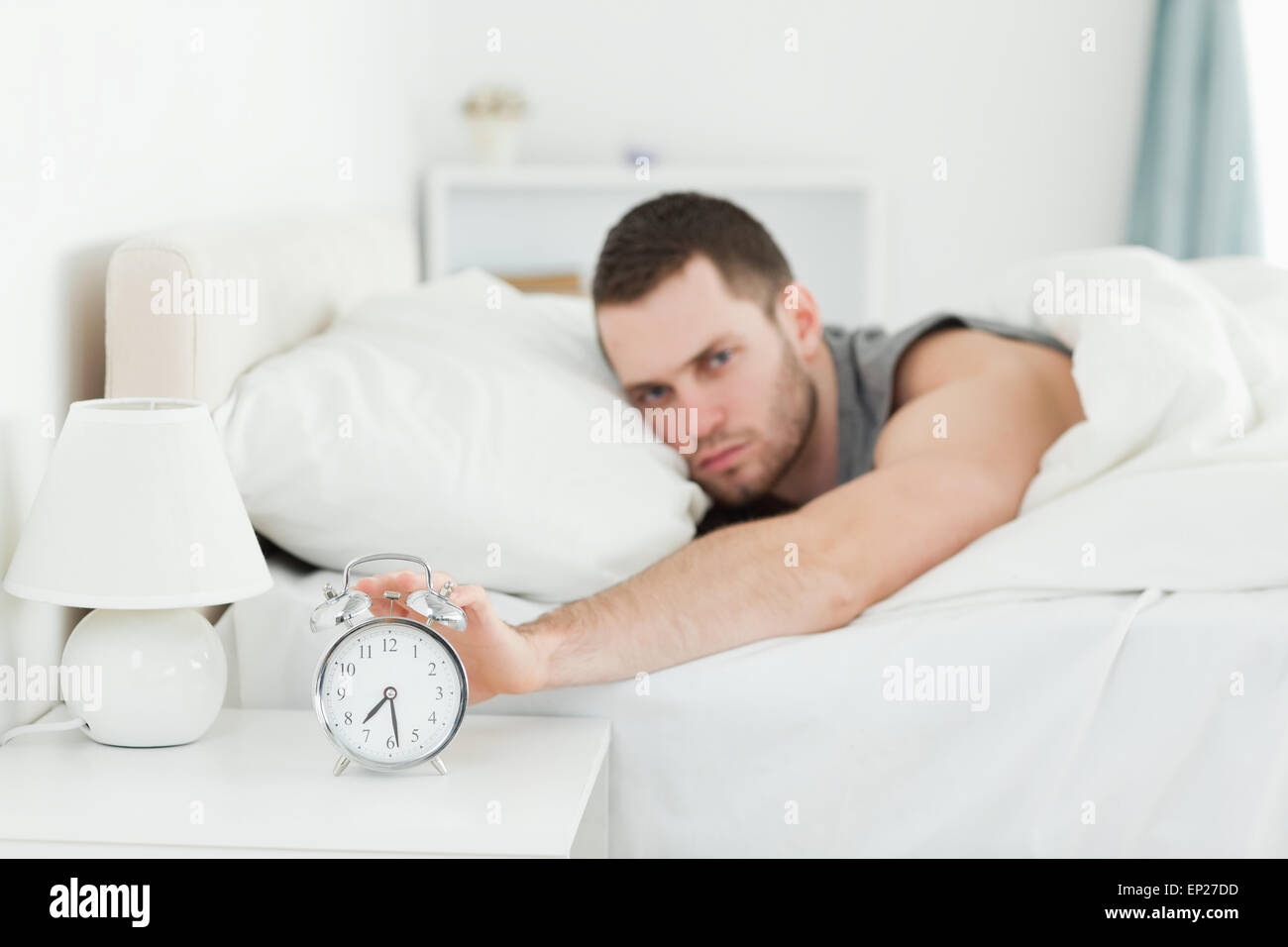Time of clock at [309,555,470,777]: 7:28
